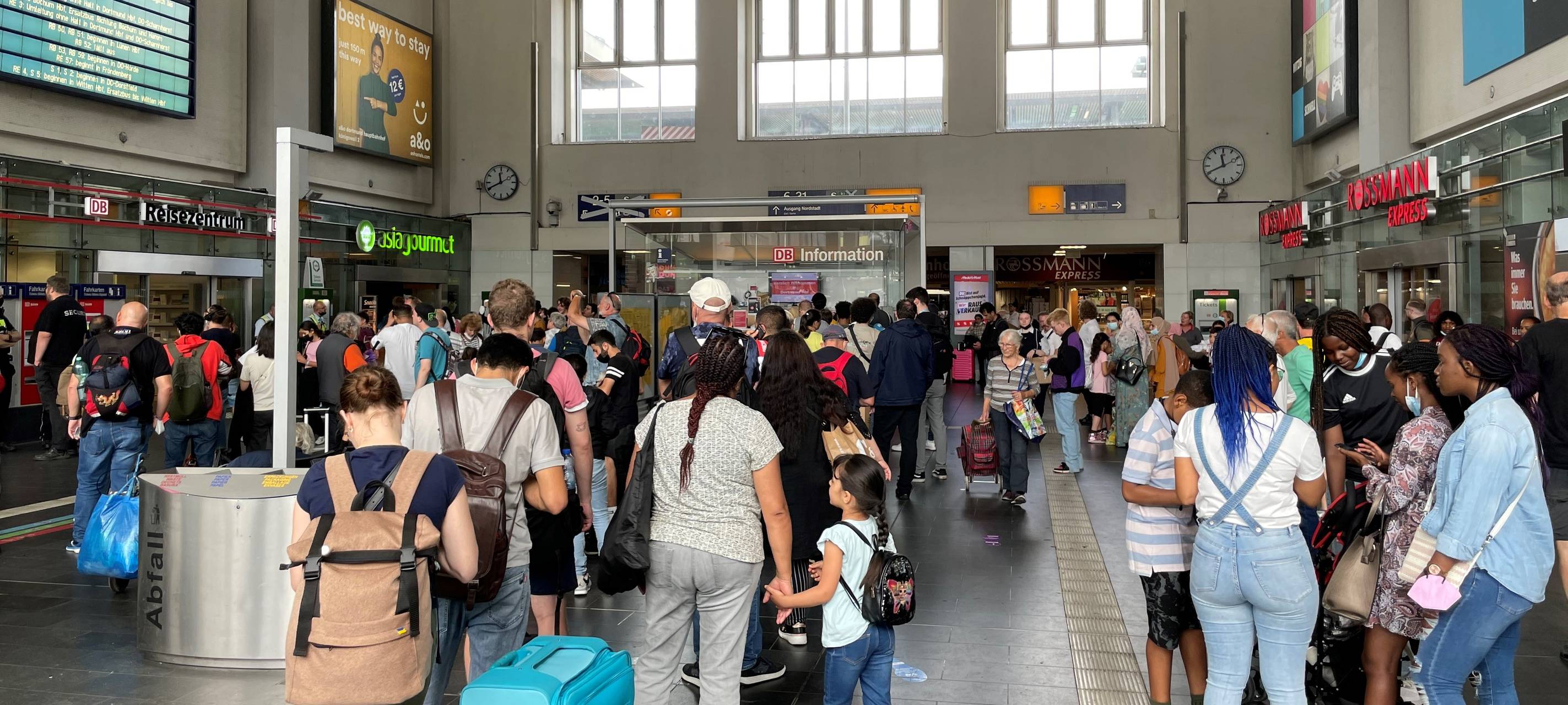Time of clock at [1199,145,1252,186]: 11:40
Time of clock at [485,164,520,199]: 11:40
